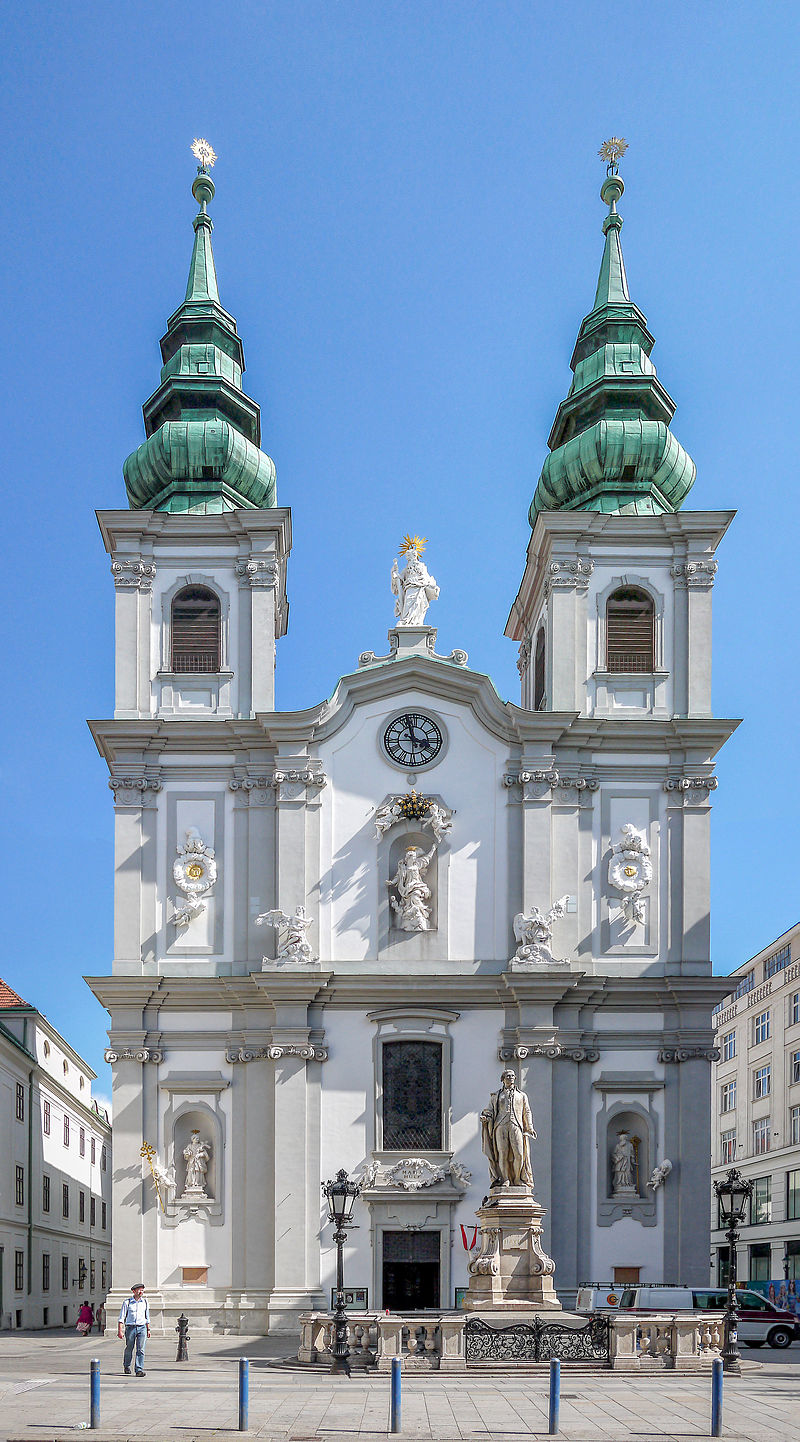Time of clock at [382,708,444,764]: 3:57
